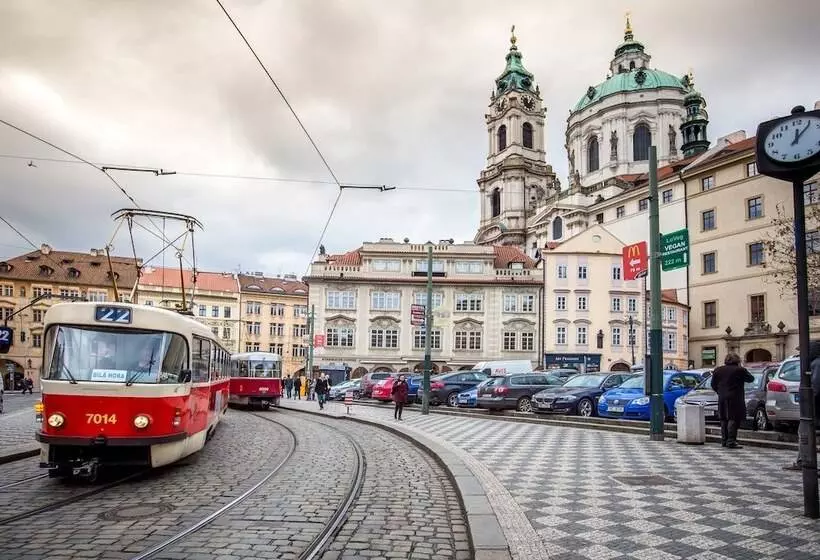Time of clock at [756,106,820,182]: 12:06
